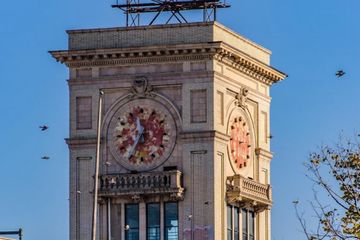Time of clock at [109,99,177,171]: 11:35
